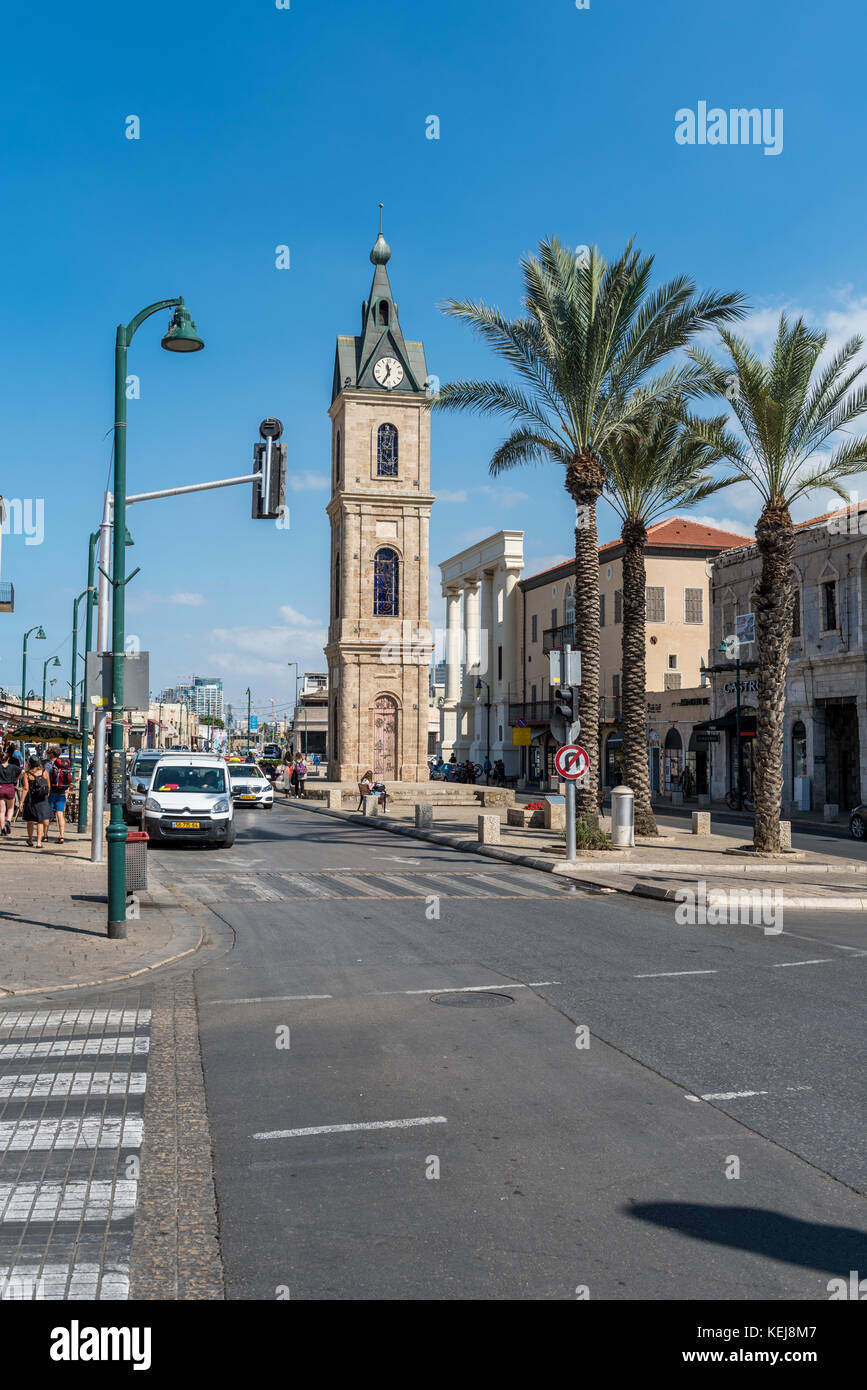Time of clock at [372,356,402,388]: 11:34
